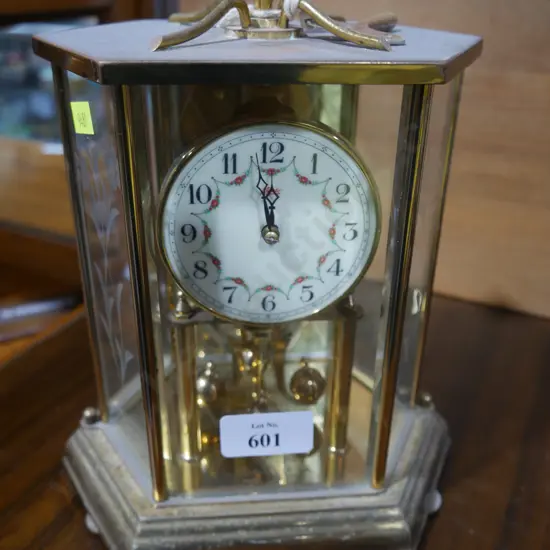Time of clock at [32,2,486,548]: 11:58
